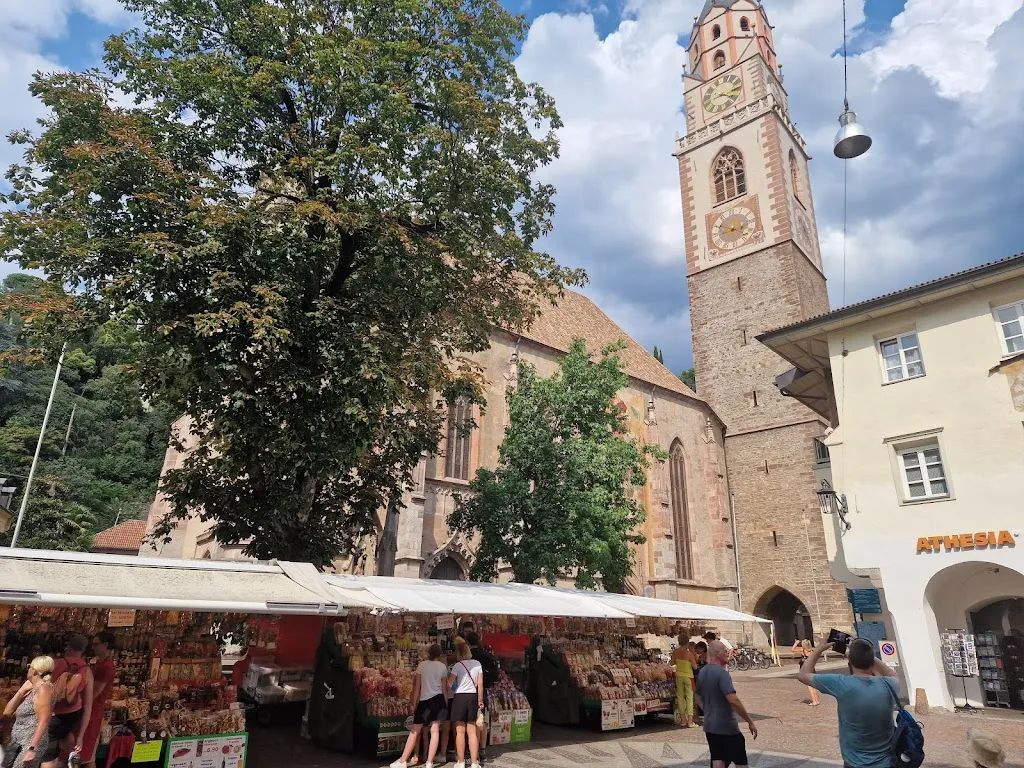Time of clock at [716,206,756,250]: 3:49
